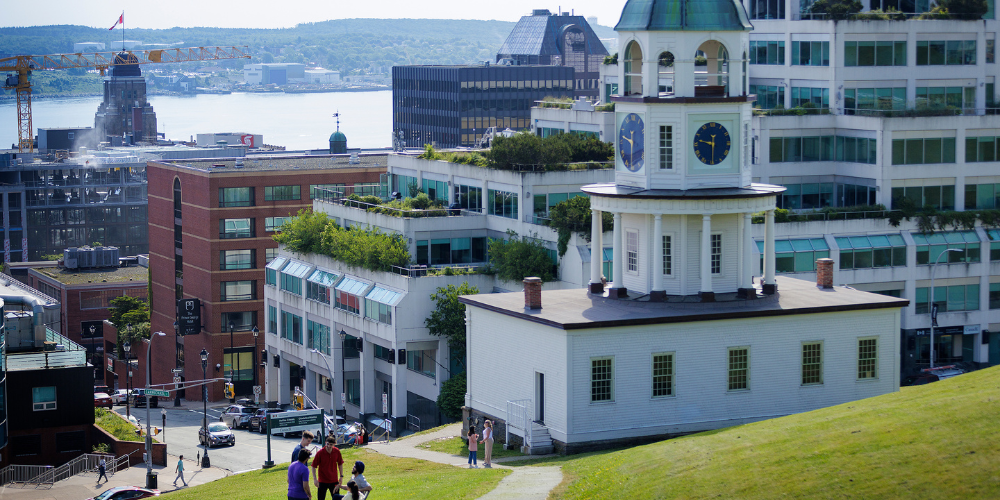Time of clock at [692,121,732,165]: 9:29
